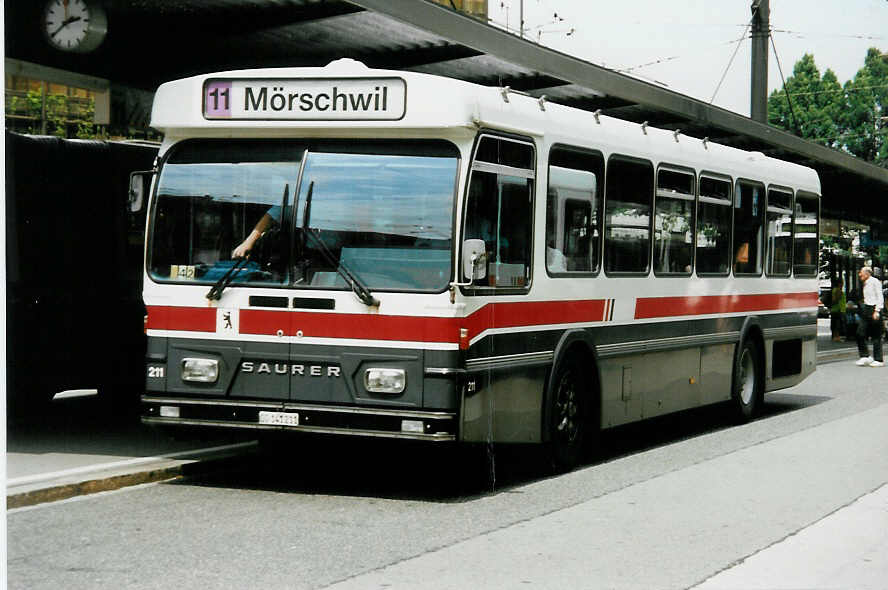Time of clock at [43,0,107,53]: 2:39
